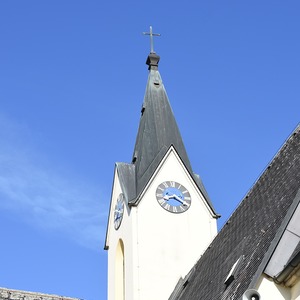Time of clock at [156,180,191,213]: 8:19
